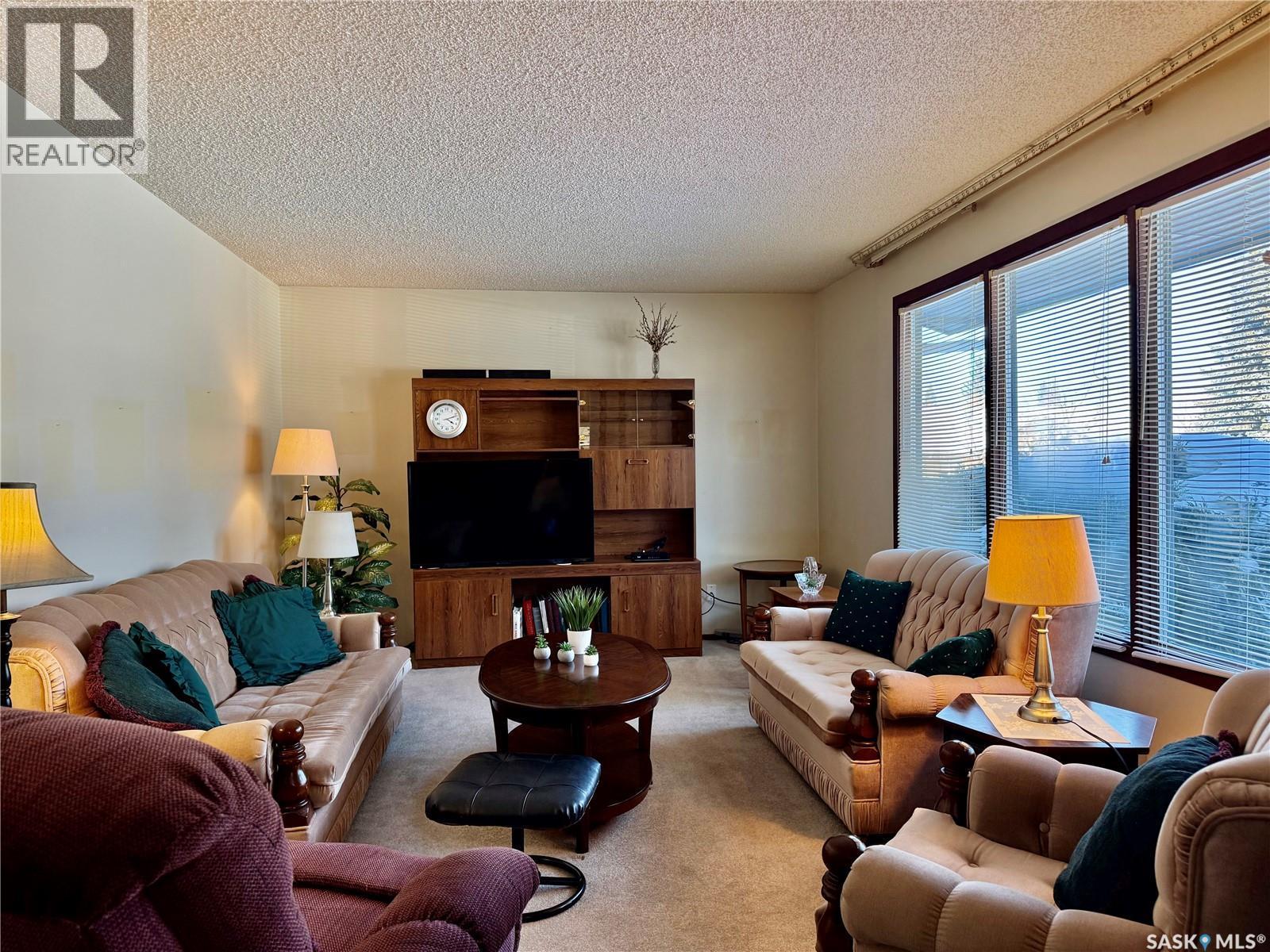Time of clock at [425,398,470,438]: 4:12
